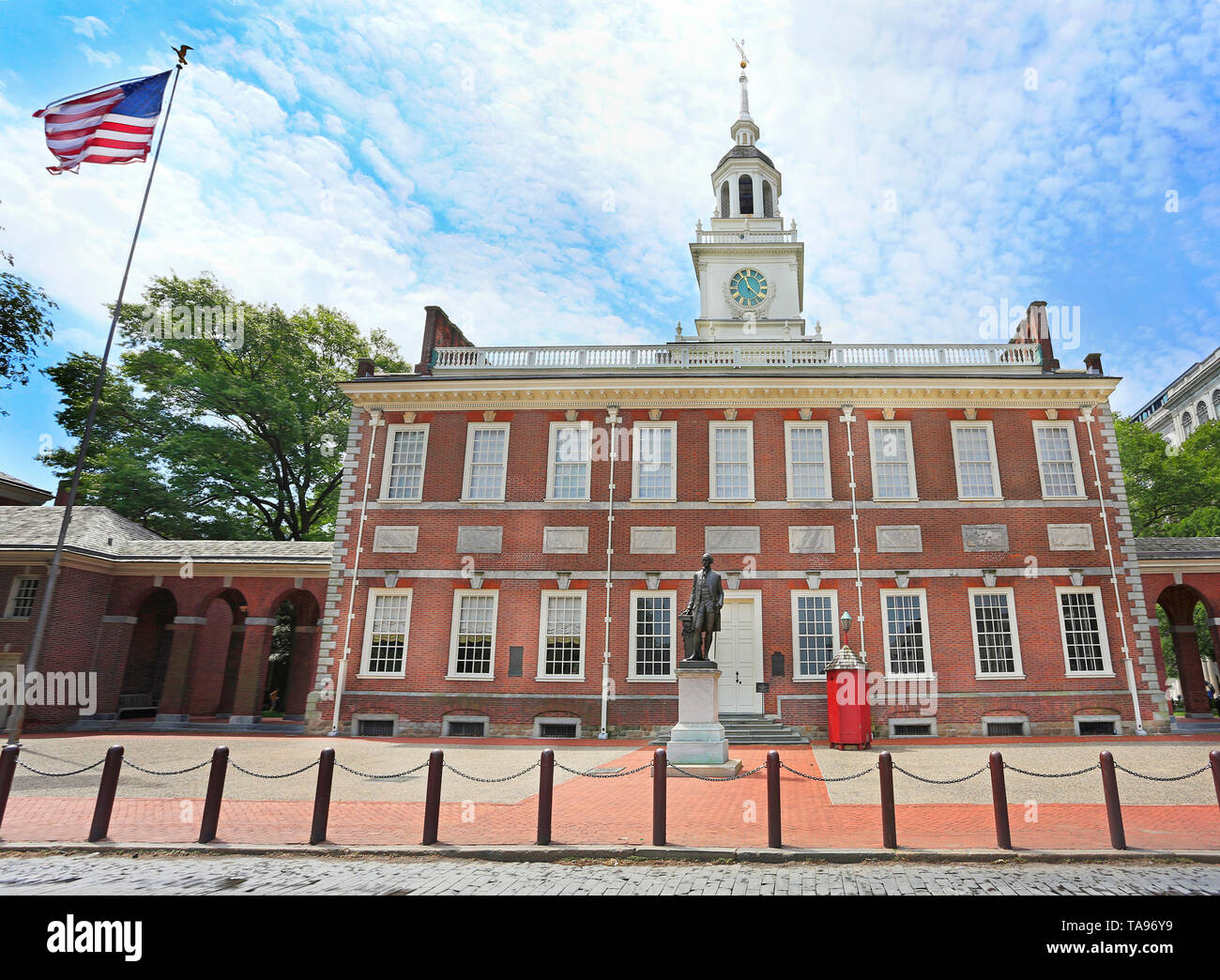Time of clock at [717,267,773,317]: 11:21
